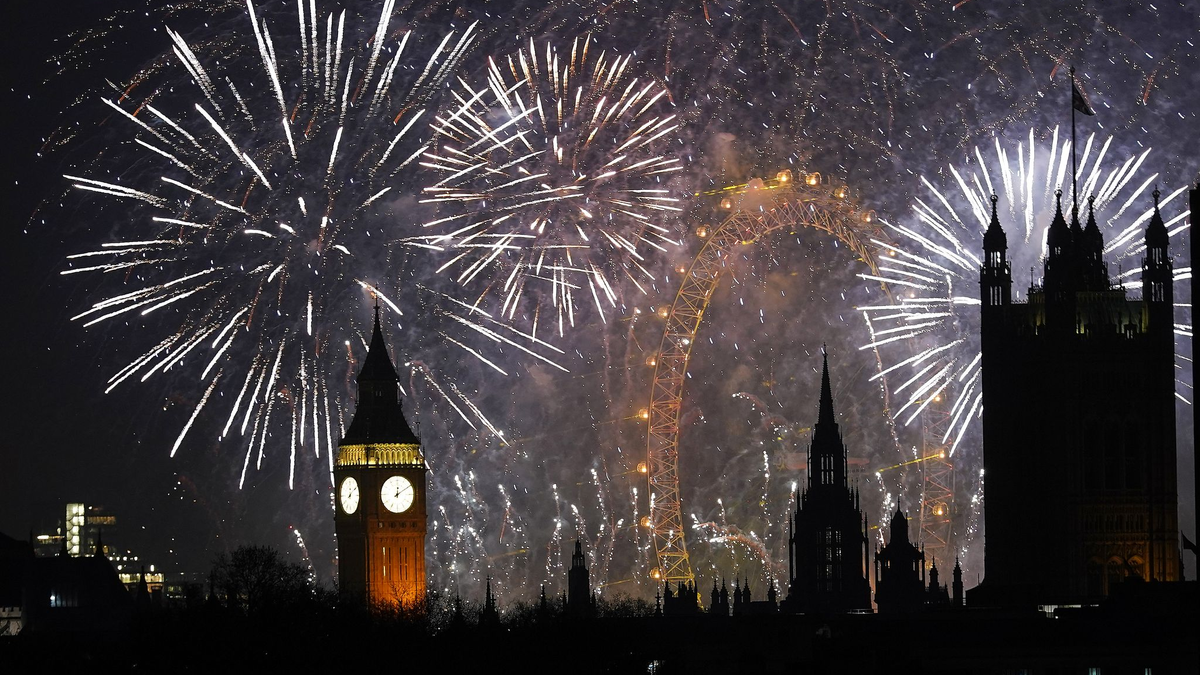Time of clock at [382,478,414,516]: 12:09
